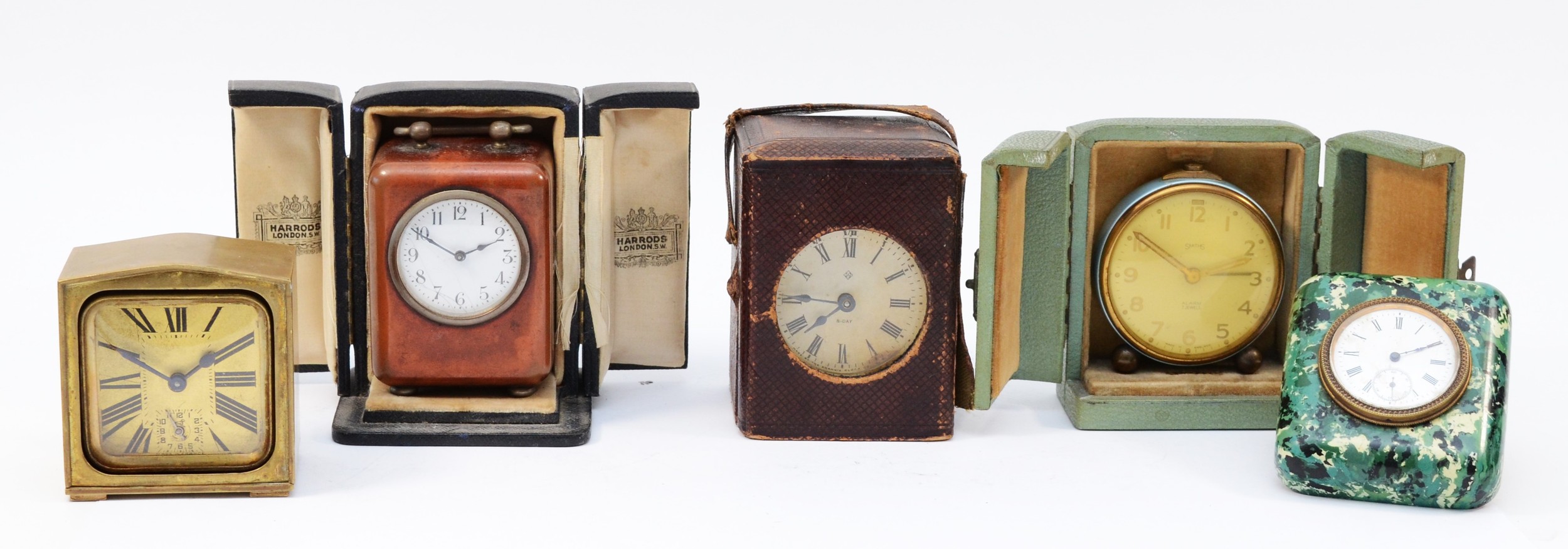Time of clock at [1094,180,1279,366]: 2:50
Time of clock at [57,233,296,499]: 1:50
